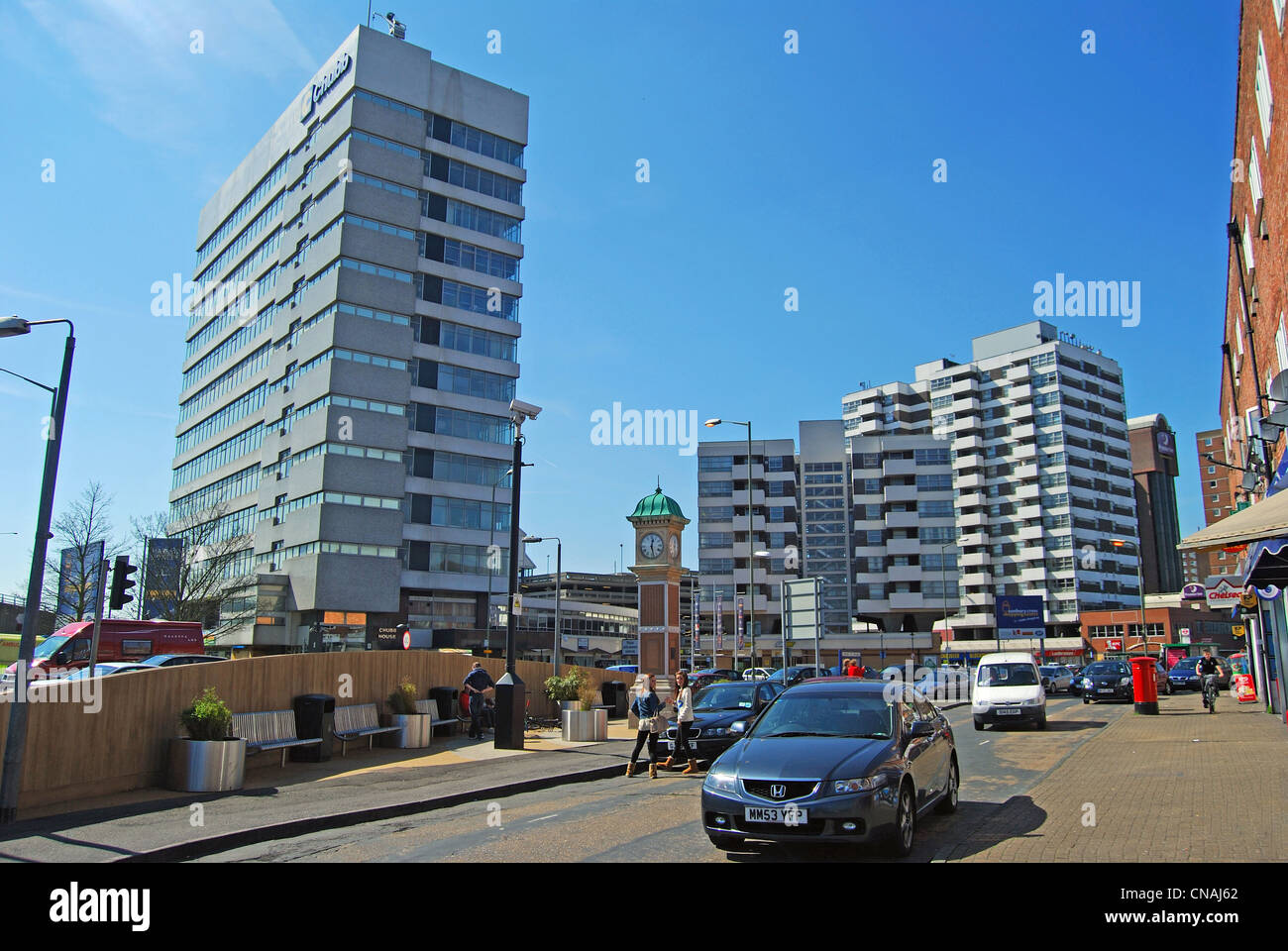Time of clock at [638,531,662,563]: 12:27
